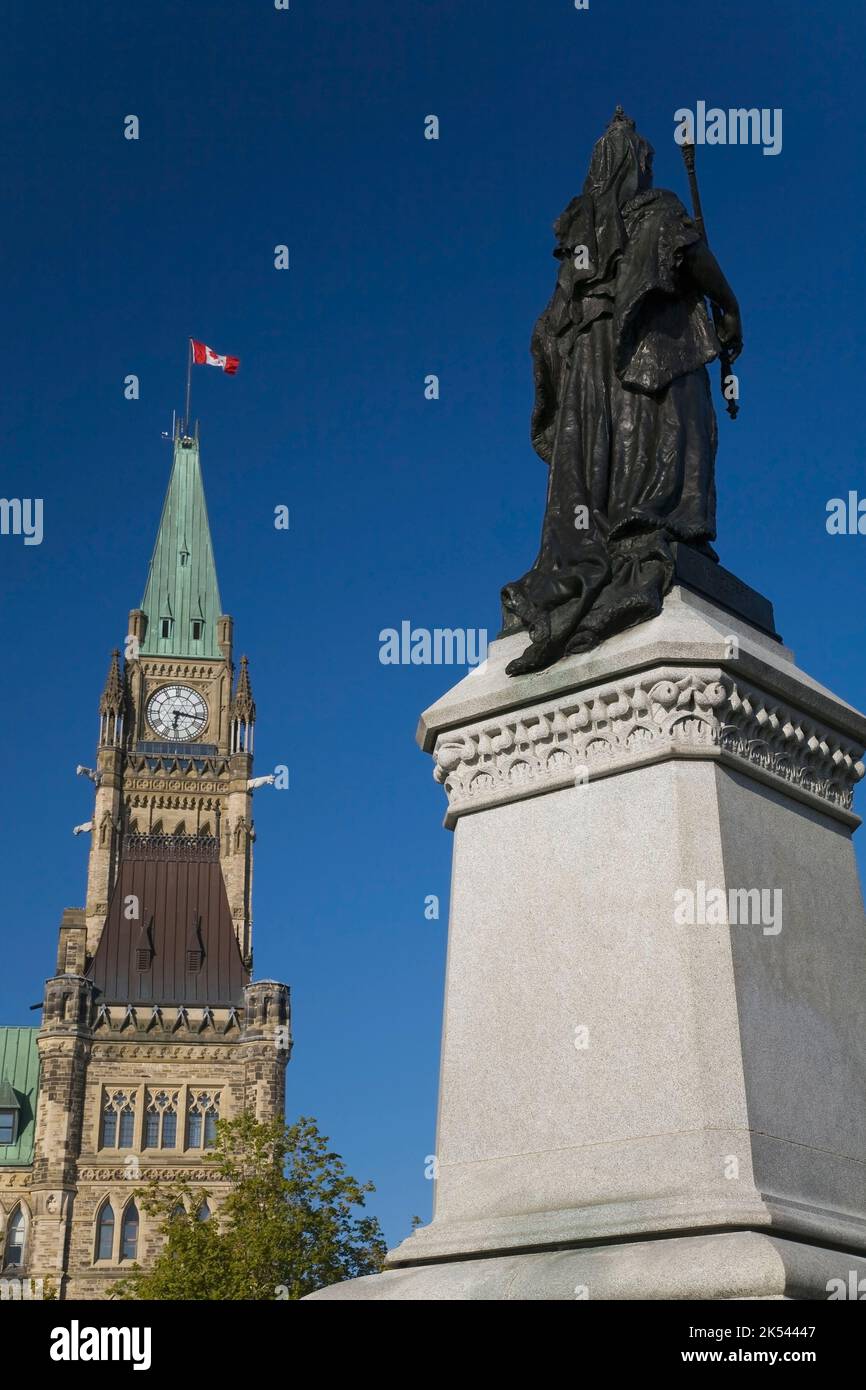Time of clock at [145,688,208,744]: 6:16
